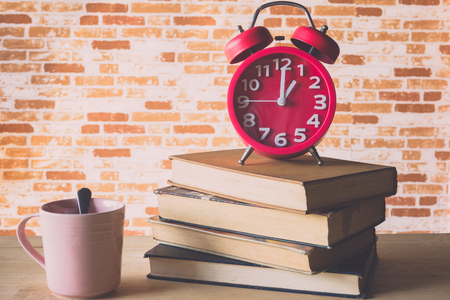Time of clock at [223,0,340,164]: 1:00
